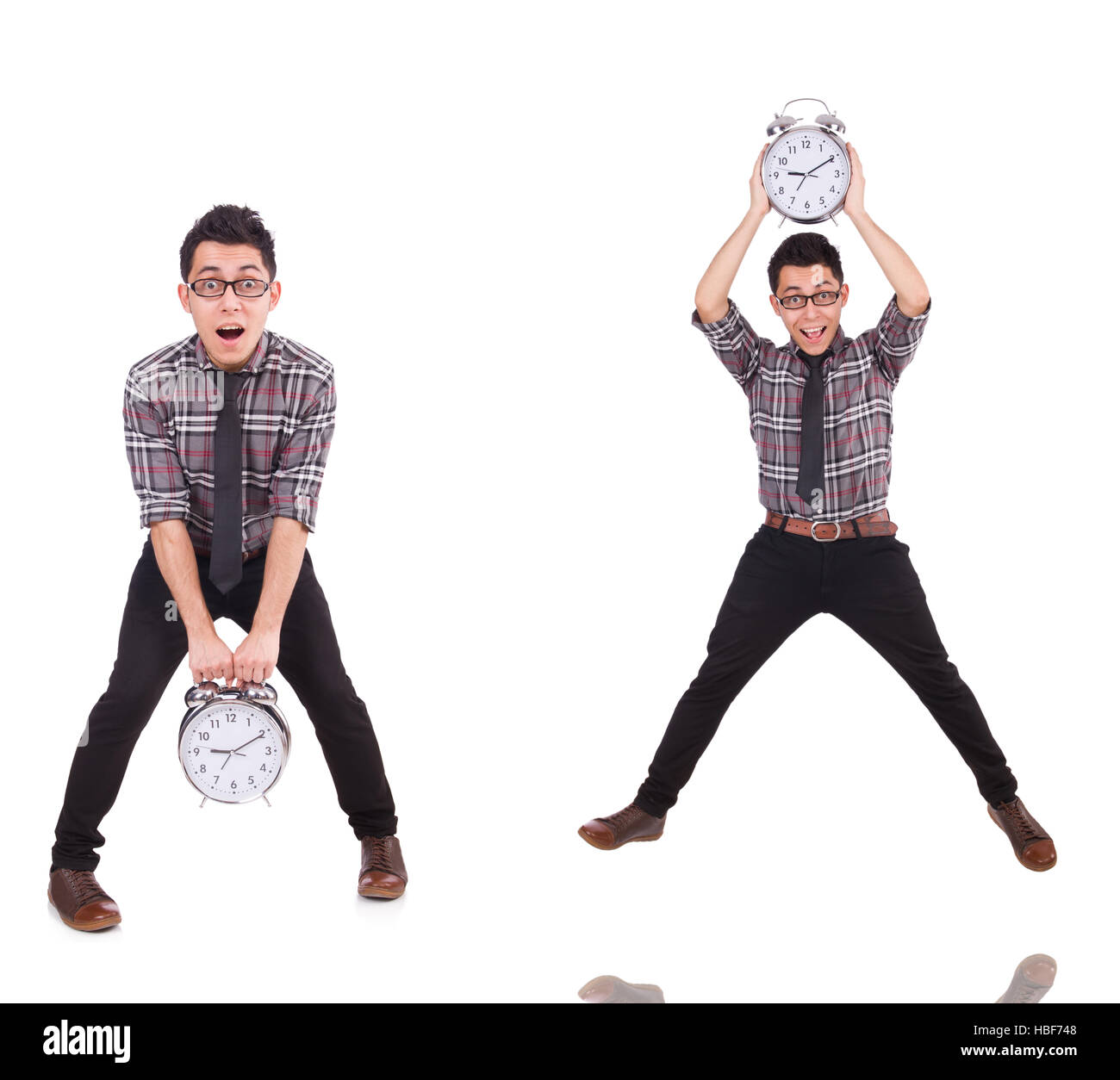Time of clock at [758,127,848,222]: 9:10
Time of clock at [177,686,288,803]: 9:10
